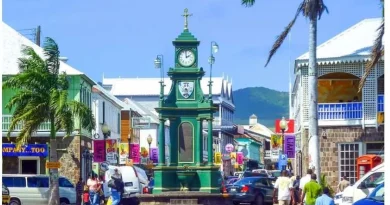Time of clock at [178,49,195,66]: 1:59
